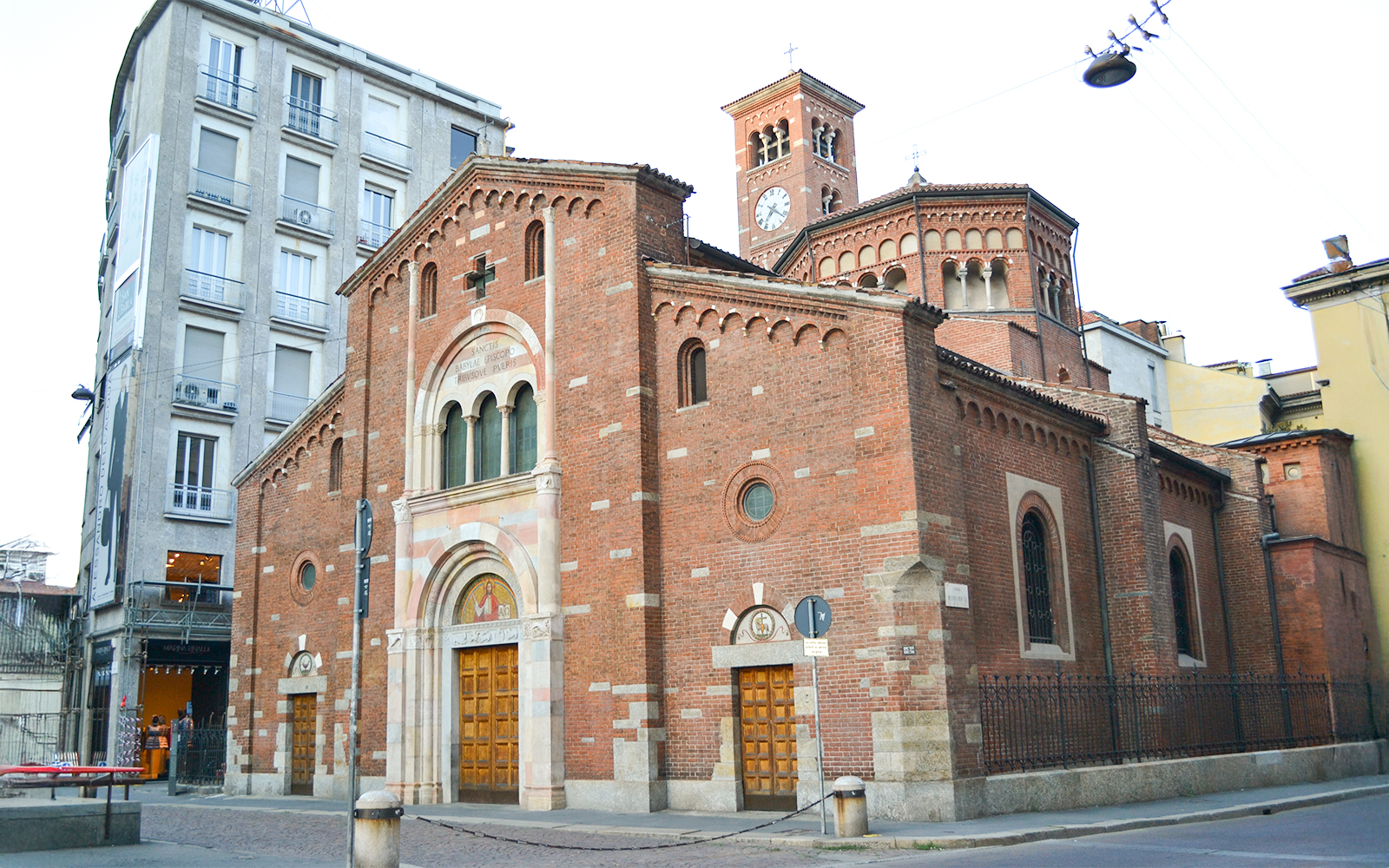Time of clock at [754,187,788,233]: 7:21
